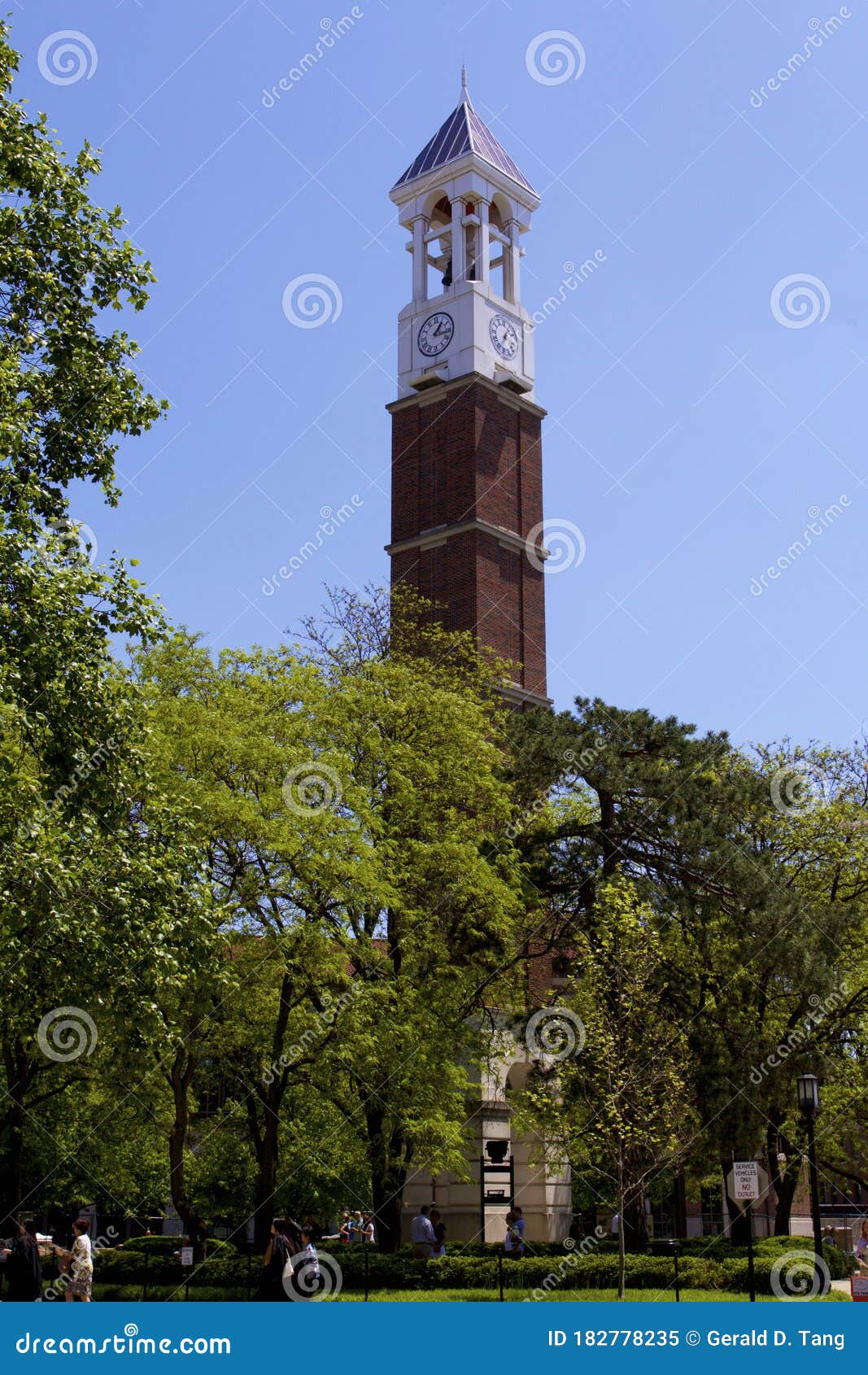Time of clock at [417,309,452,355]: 1:16
